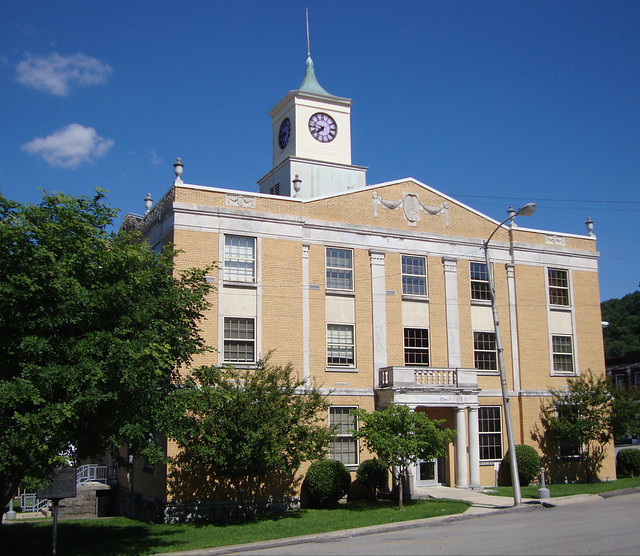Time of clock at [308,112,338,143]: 7:47
